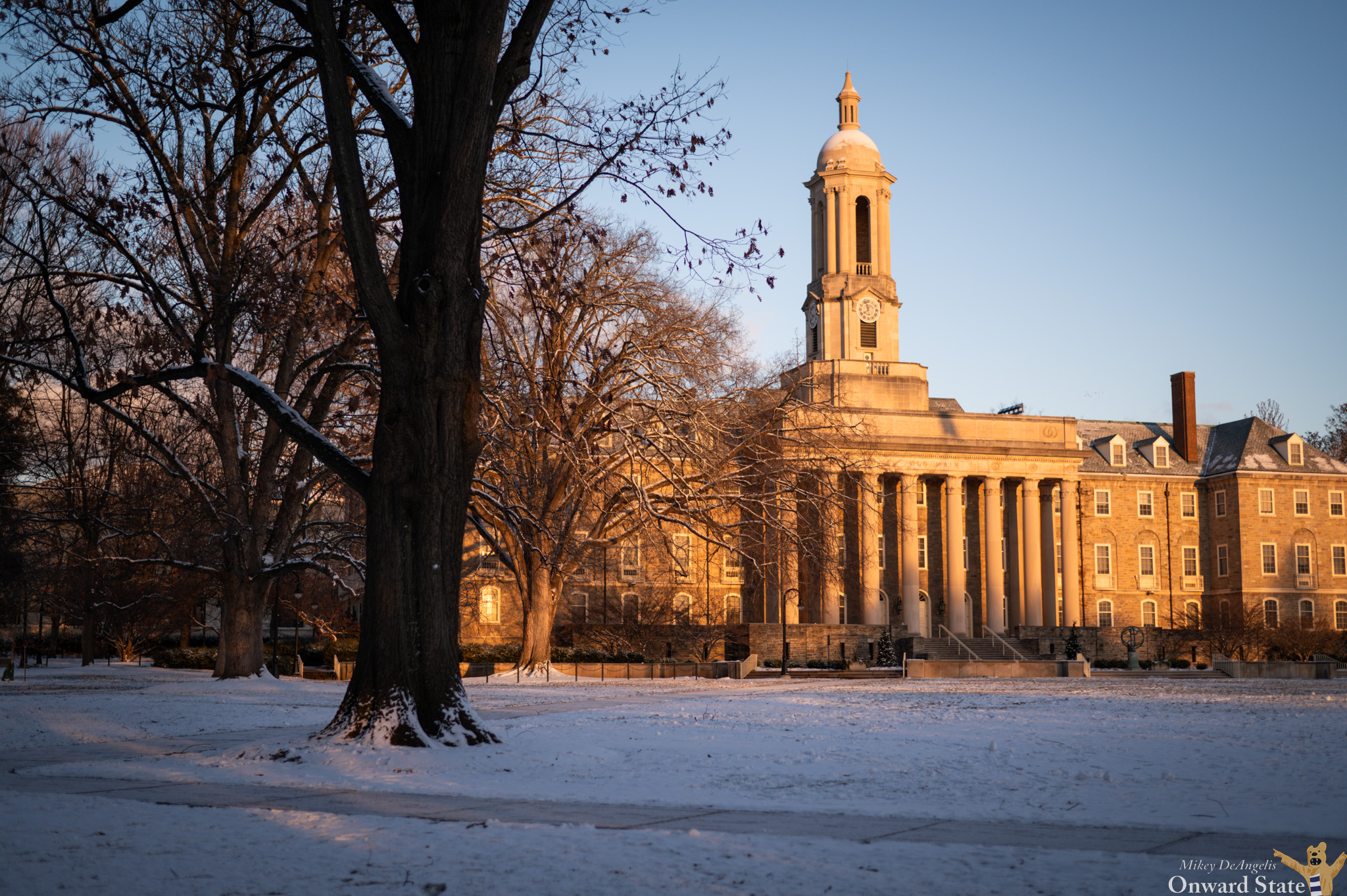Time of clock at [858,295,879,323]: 7:57
